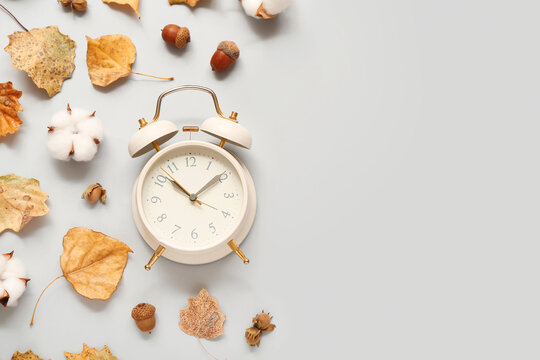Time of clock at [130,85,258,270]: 1:52
